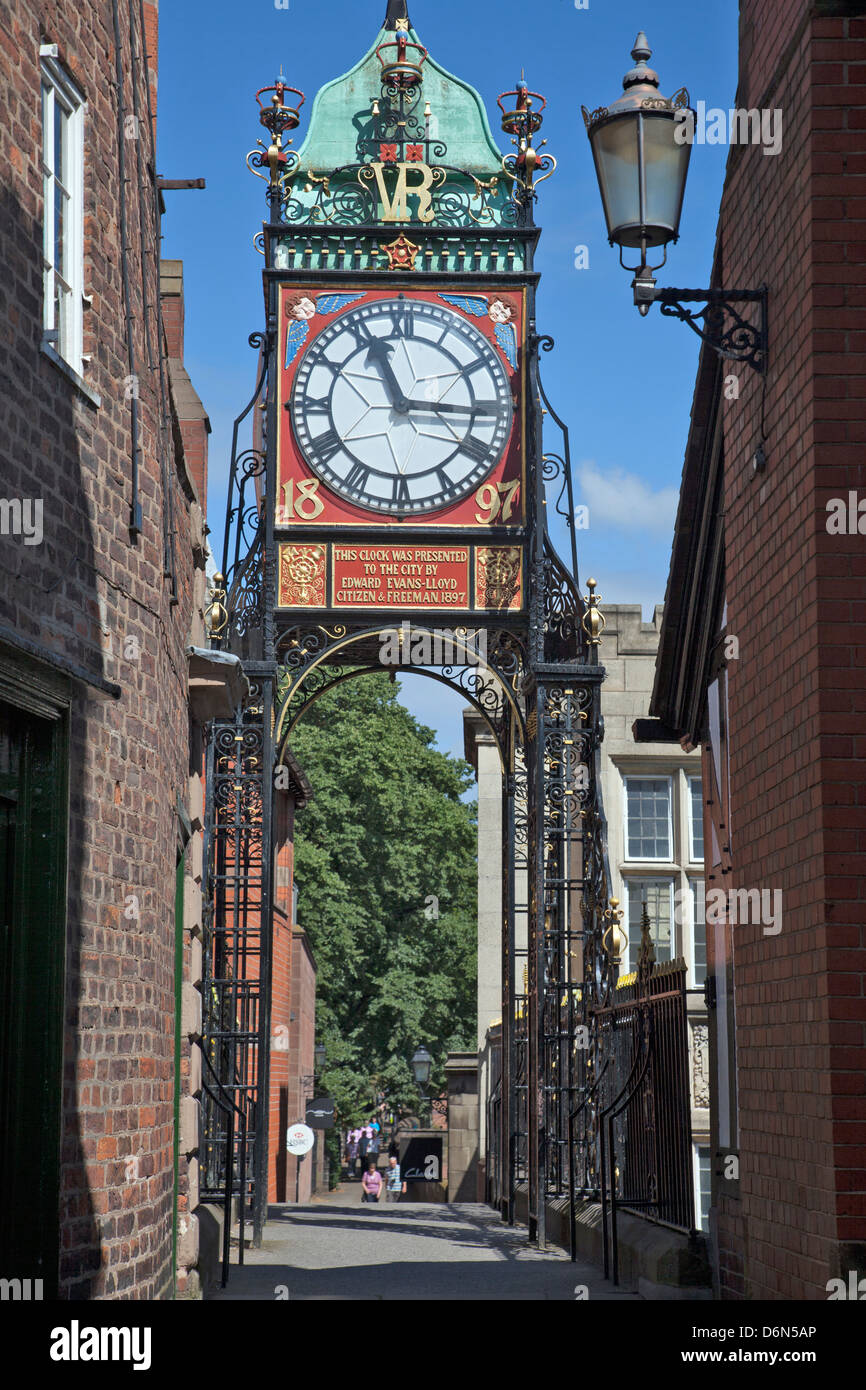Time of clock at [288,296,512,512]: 11:15
